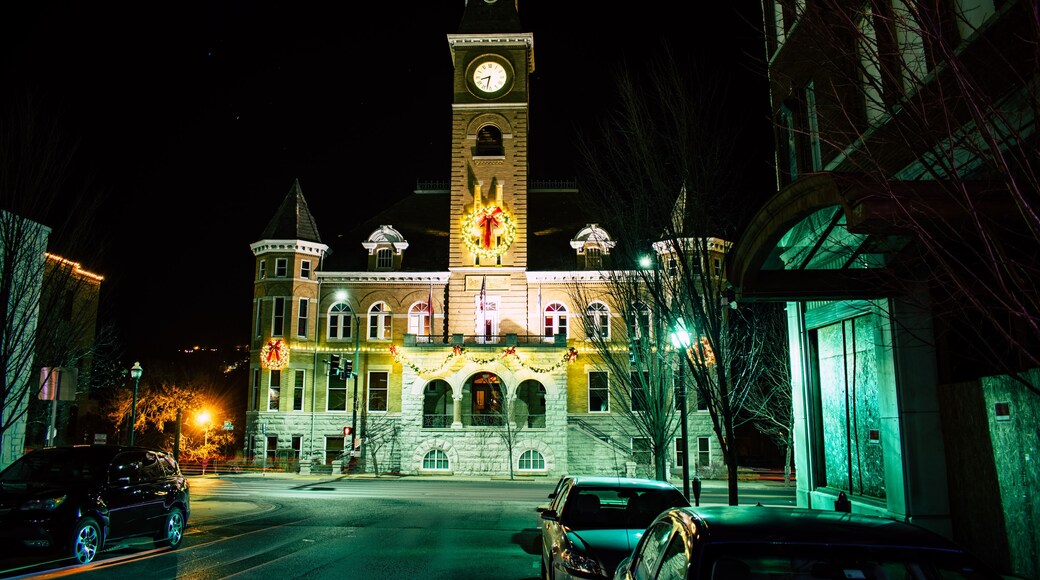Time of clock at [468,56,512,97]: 8:32
